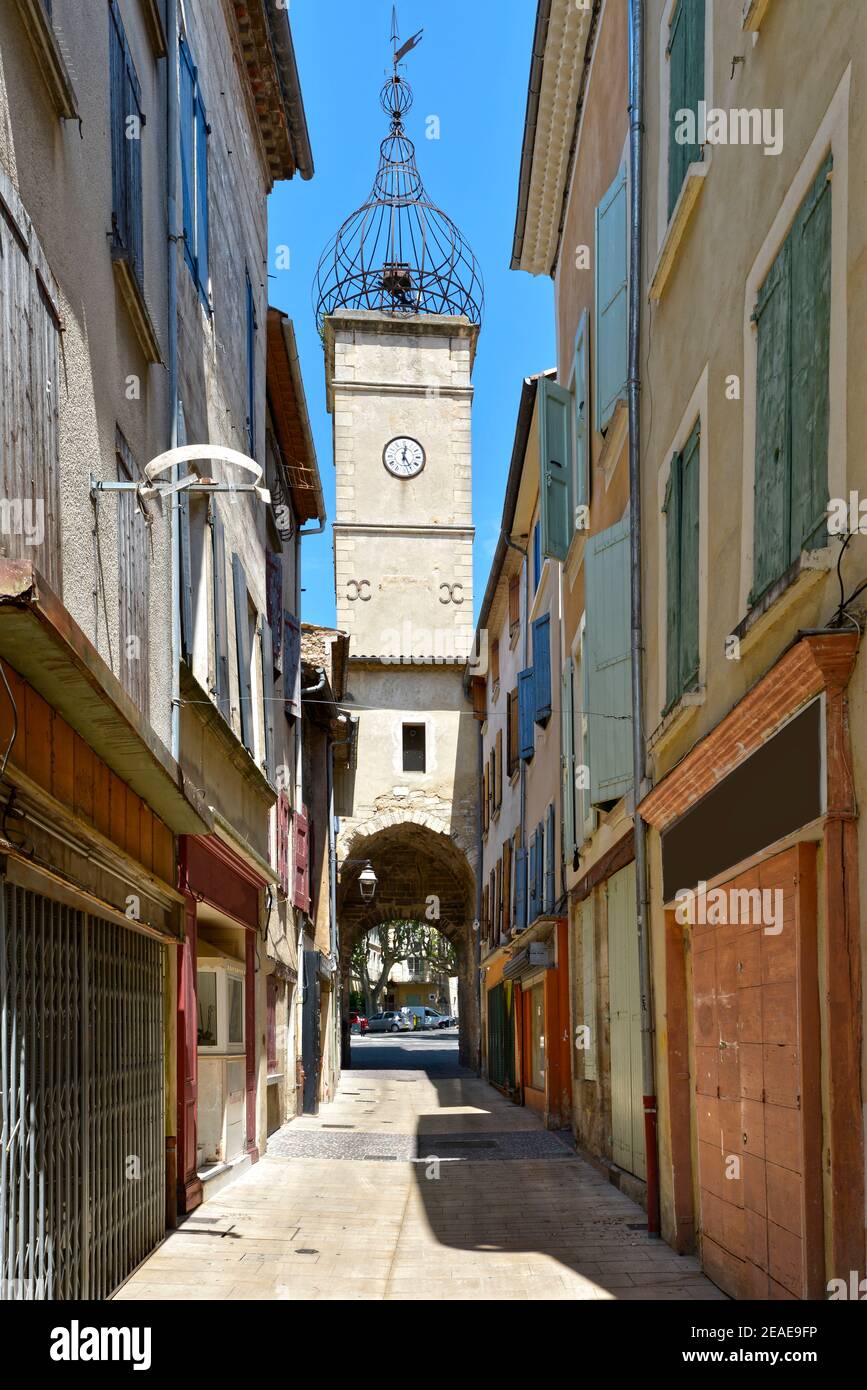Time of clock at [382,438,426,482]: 12:24
